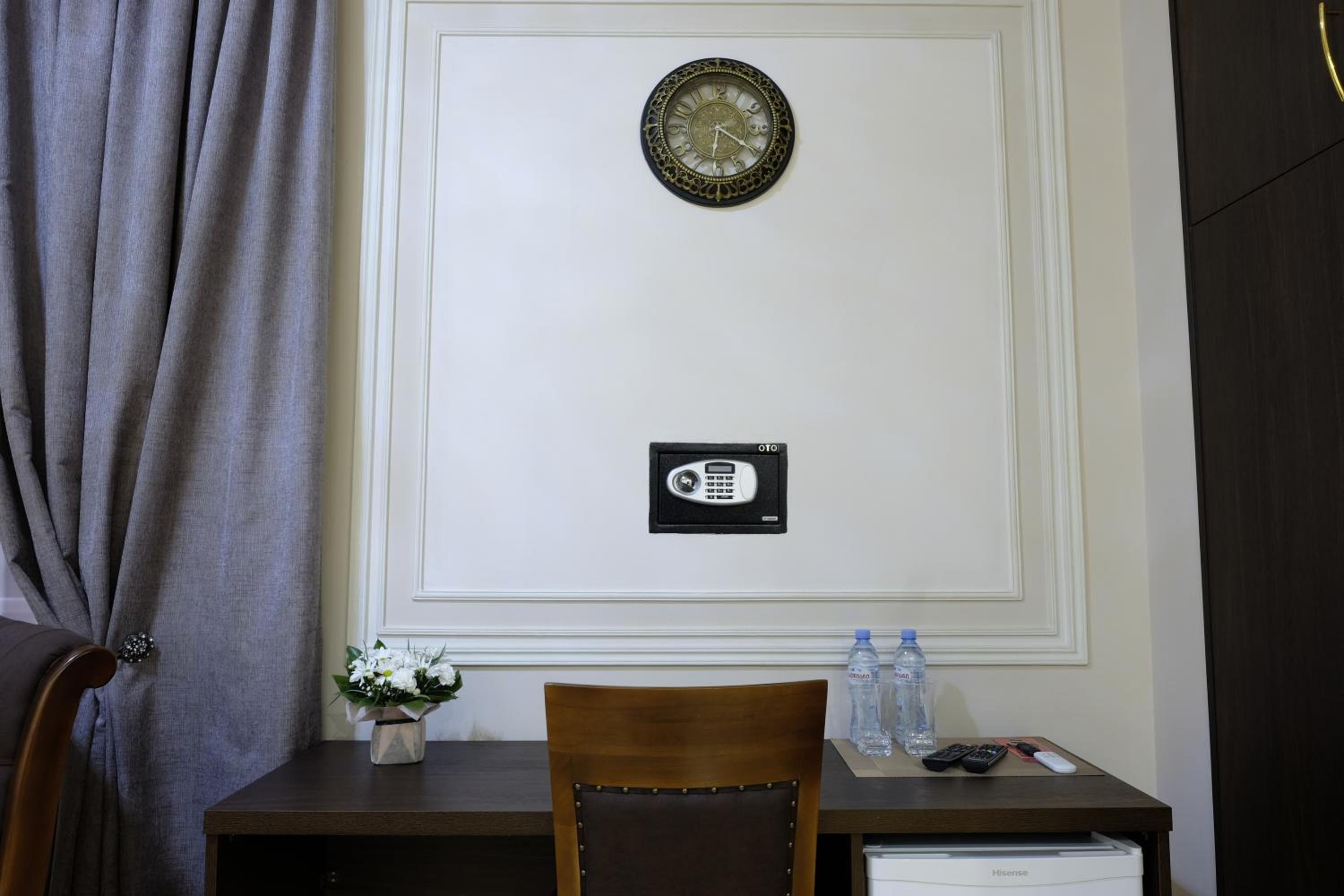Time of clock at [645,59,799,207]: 6:20
